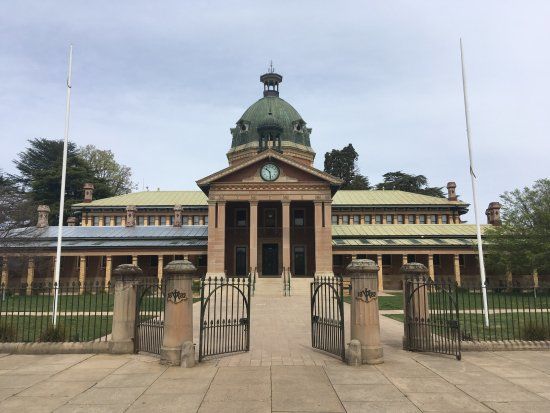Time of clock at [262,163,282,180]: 10:28
